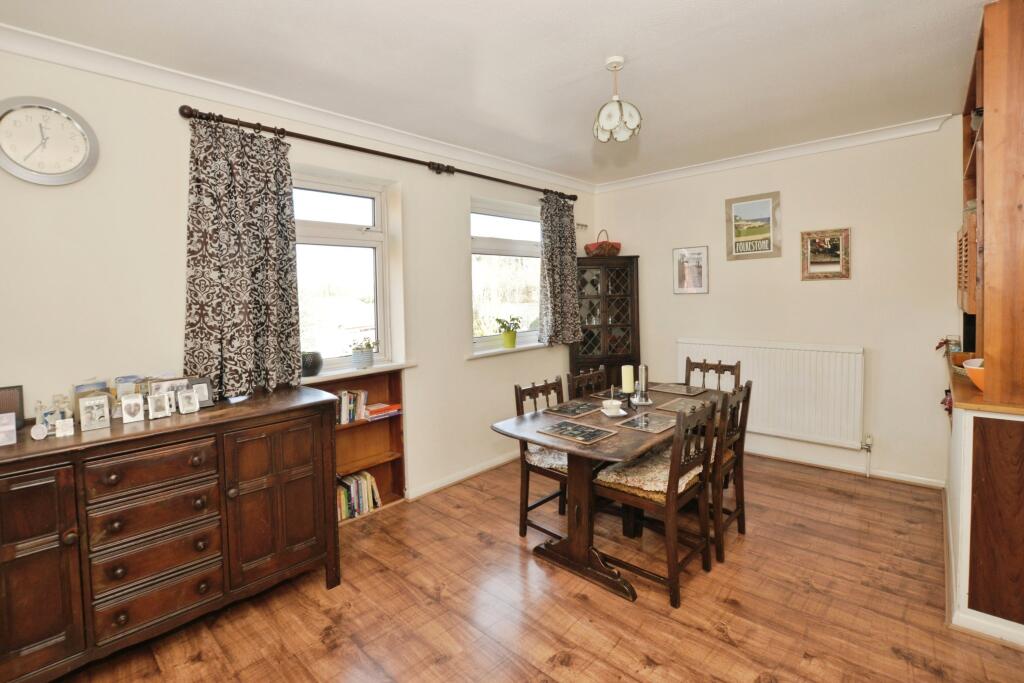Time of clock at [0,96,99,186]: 11:35
